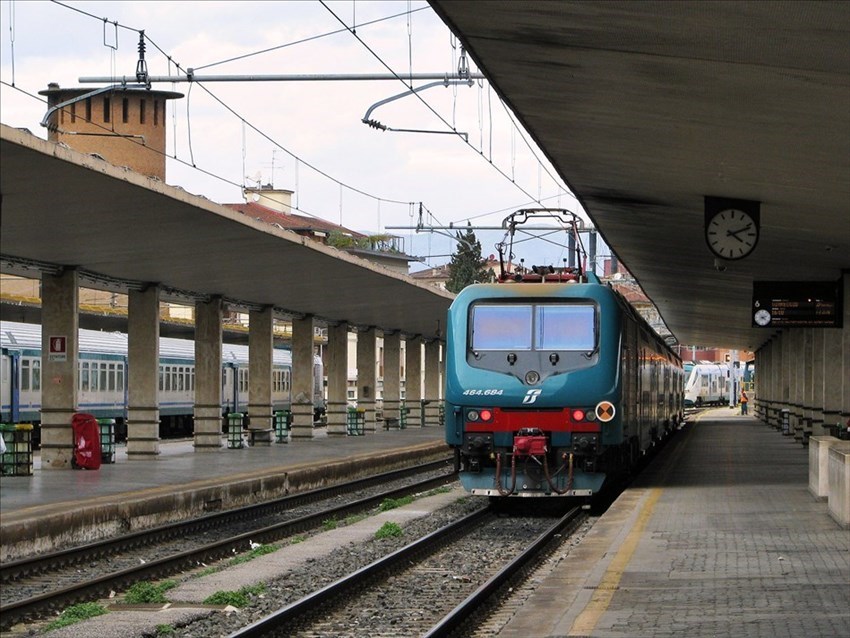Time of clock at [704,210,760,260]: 4:11
